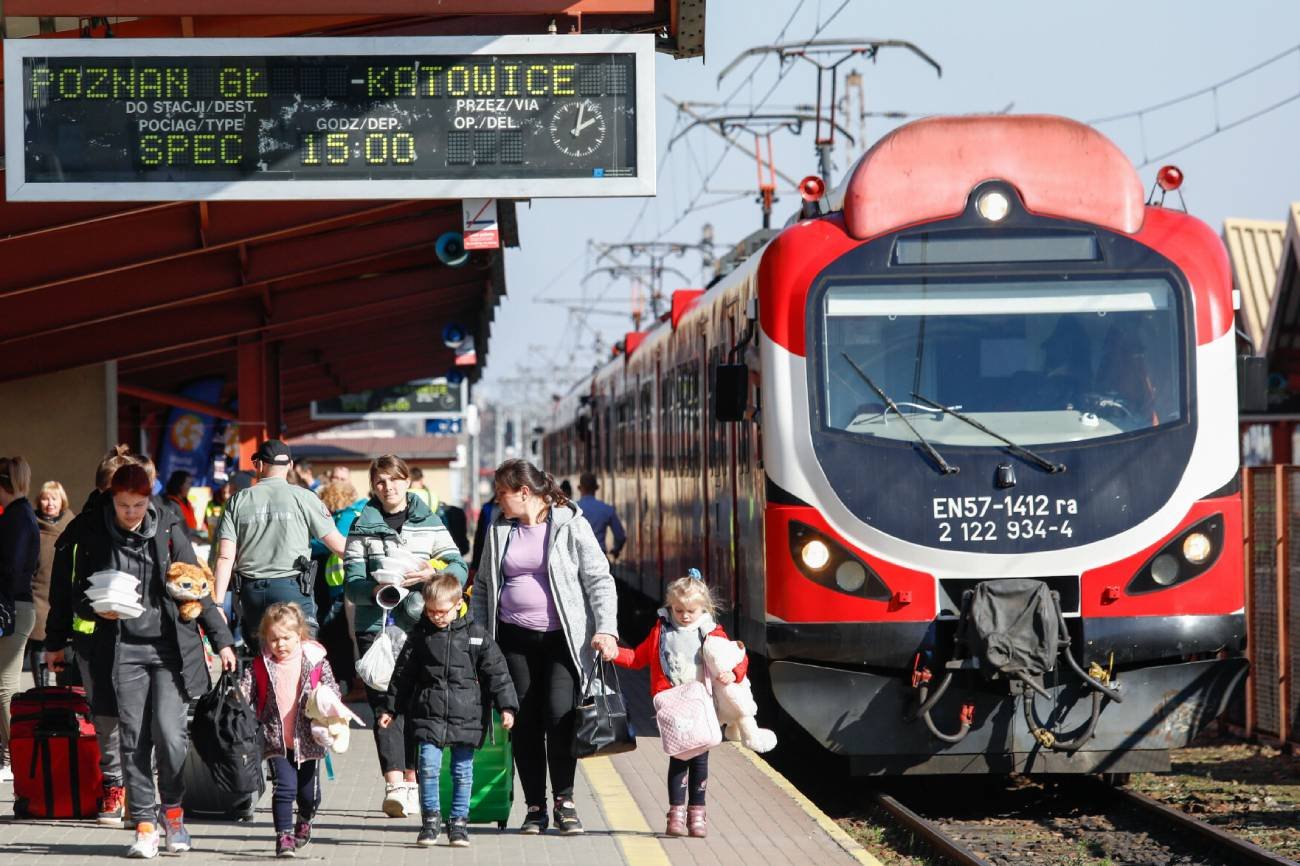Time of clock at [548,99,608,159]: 2:02
